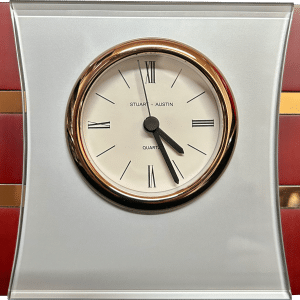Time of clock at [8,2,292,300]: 4:25
